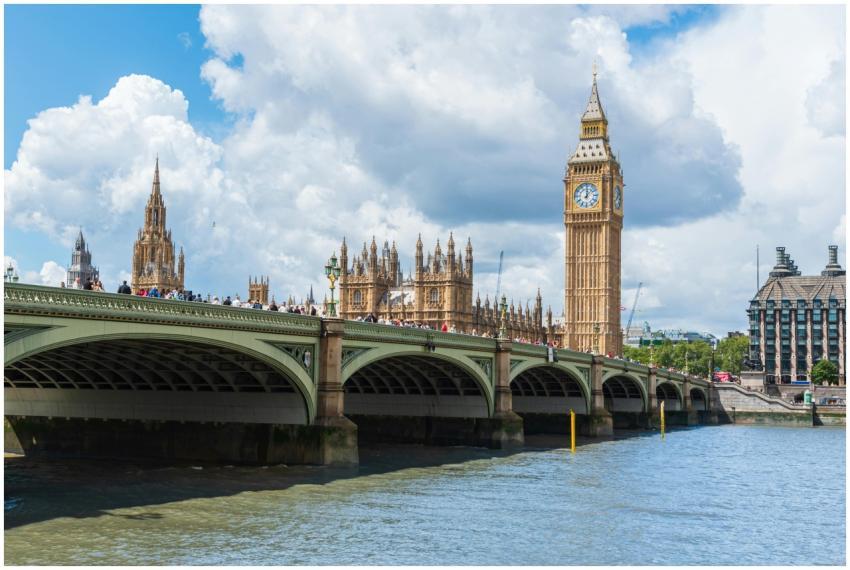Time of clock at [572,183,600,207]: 12:07
